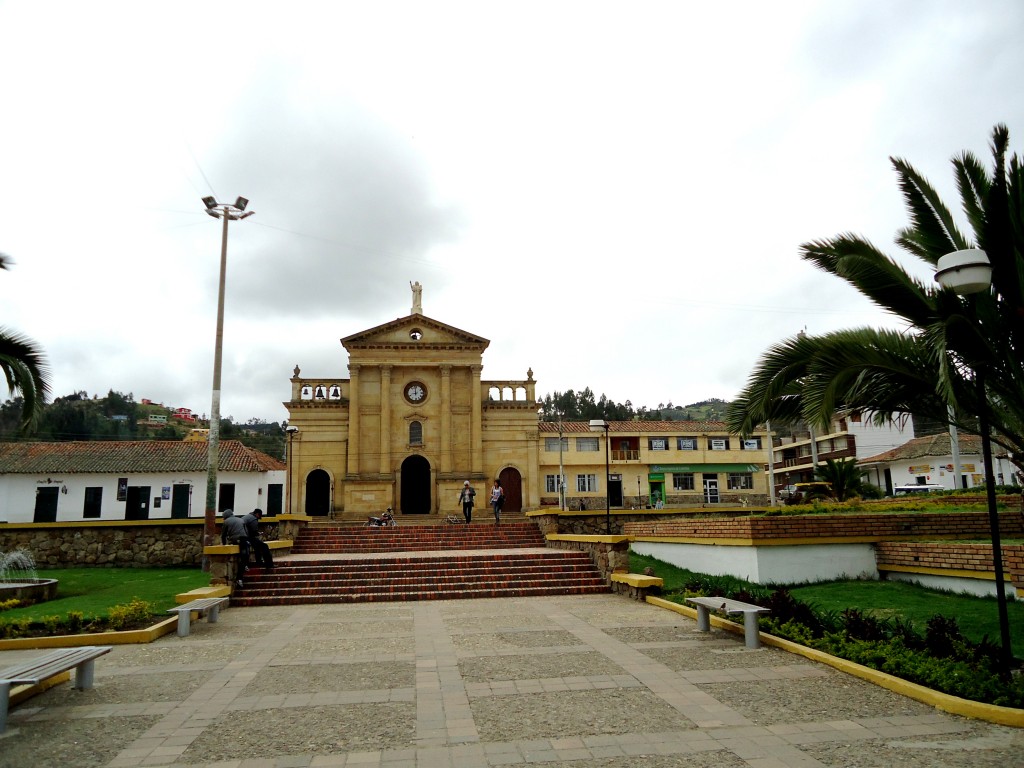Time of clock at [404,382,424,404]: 9:01
